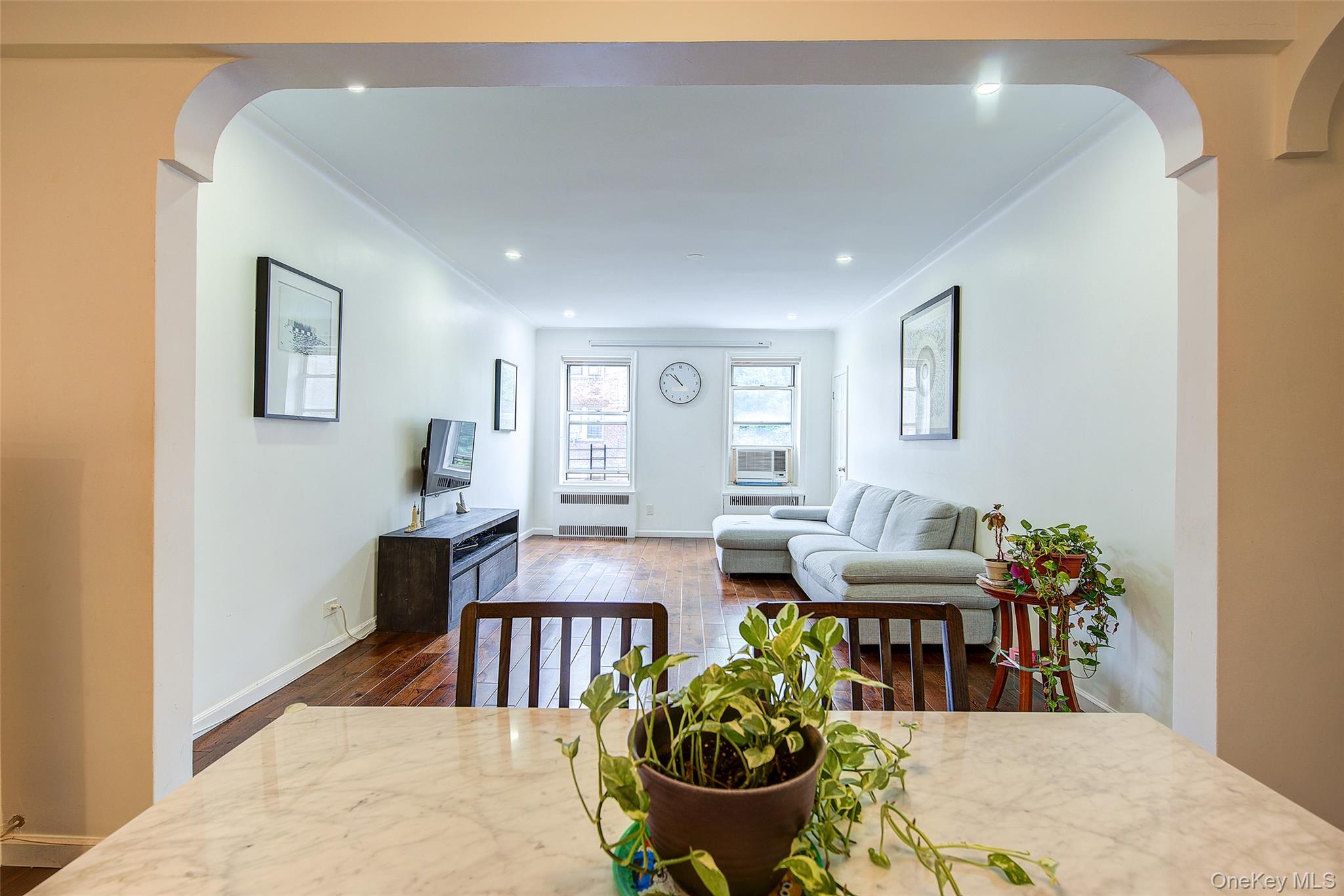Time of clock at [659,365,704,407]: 10:51
